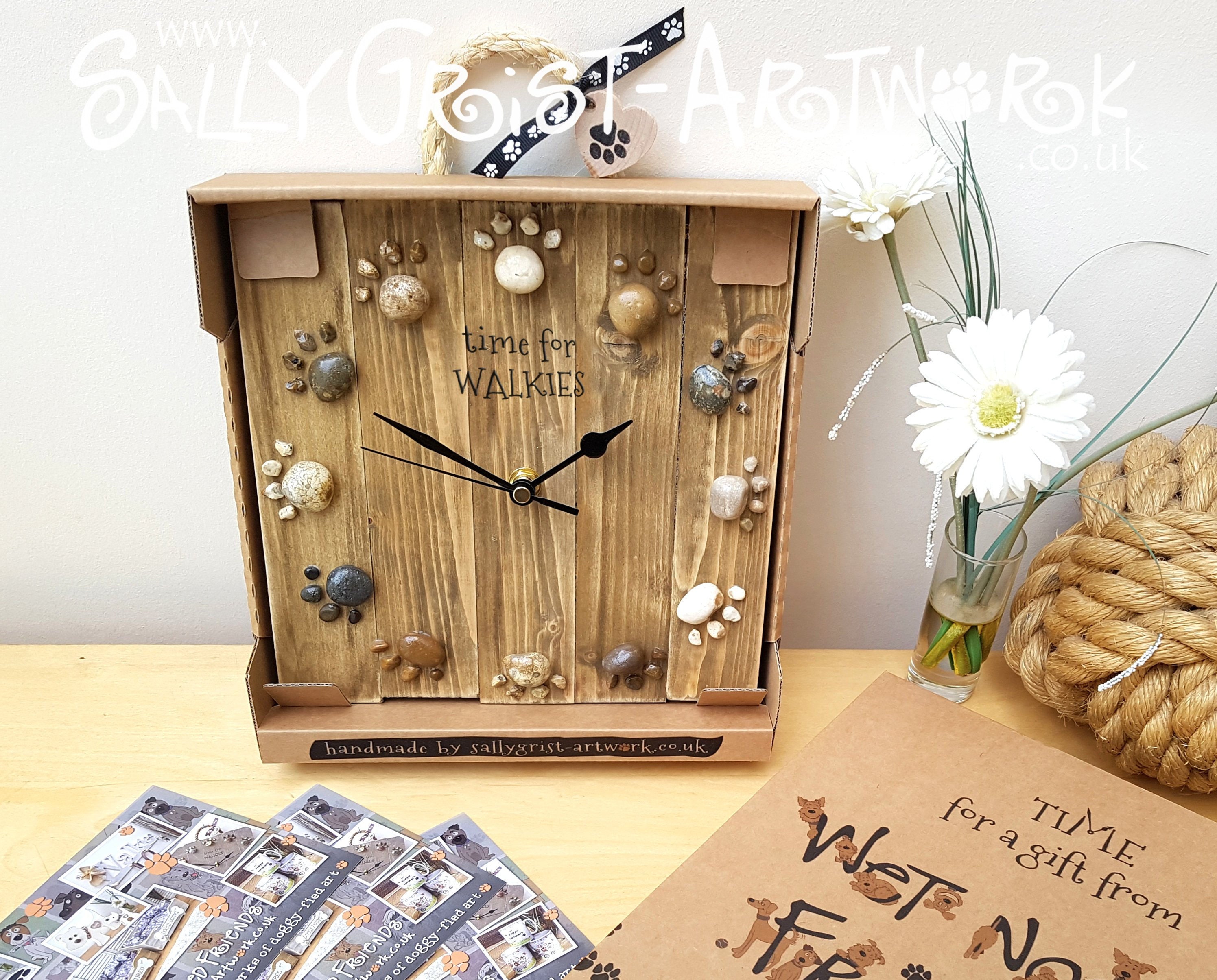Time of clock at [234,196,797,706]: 1:49
